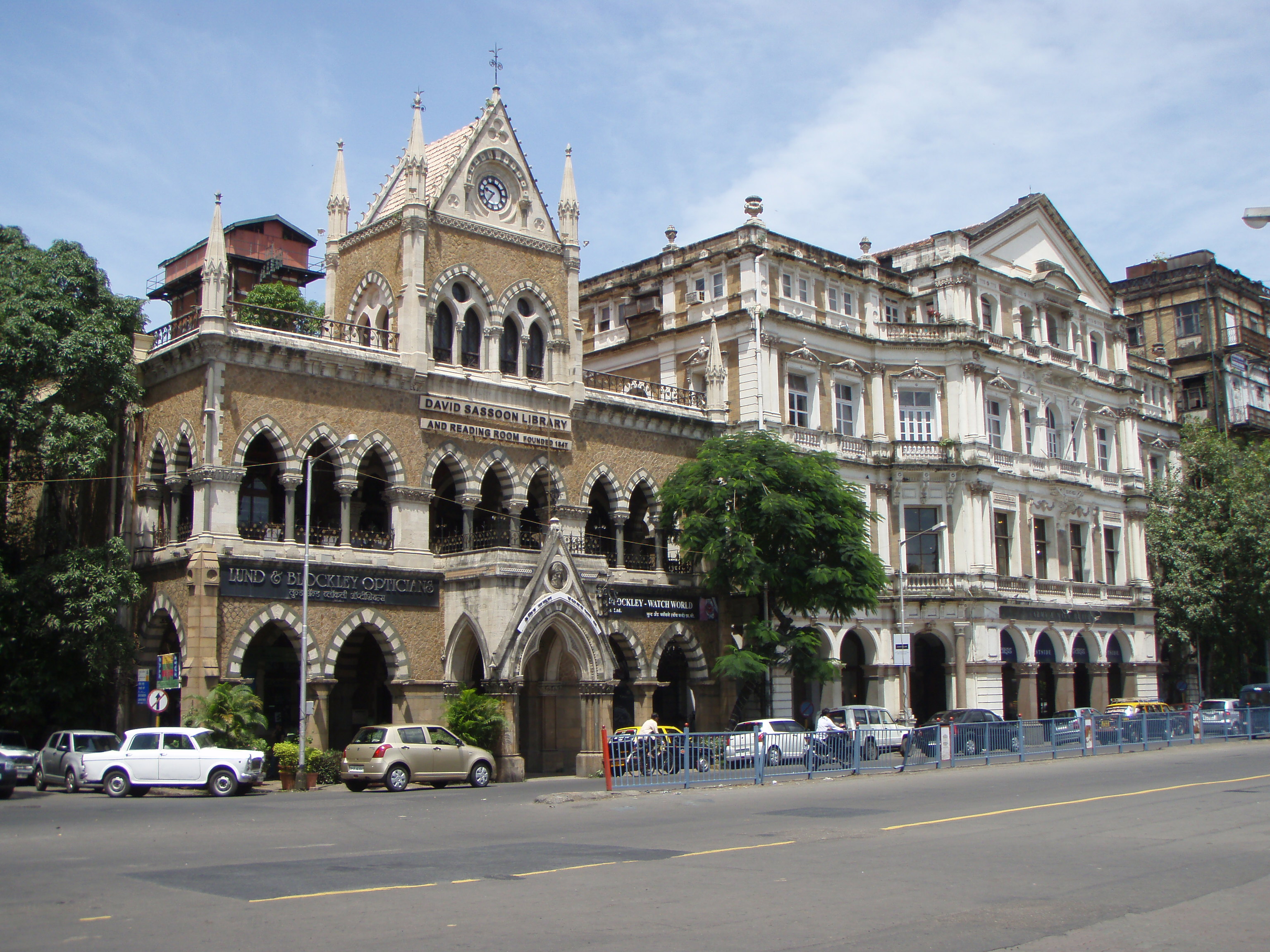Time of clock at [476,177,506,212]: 9:36
